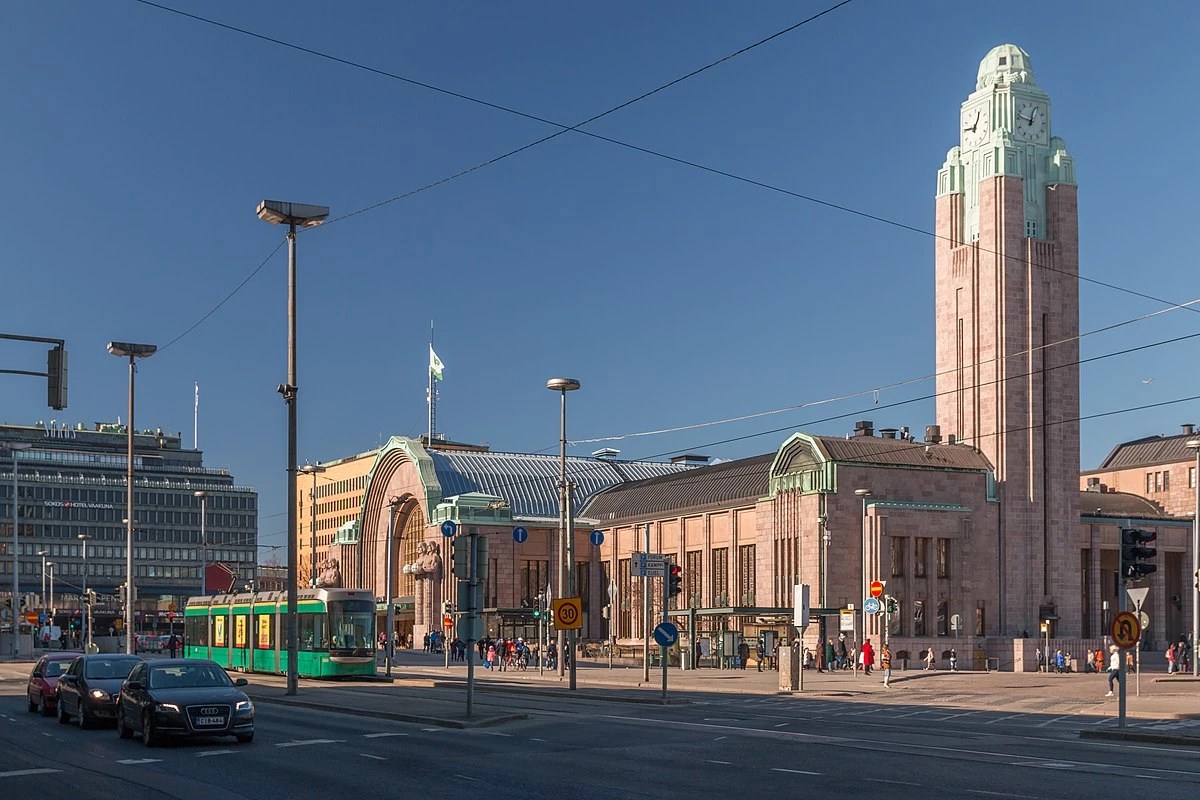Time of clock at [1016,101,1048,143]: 12:47
